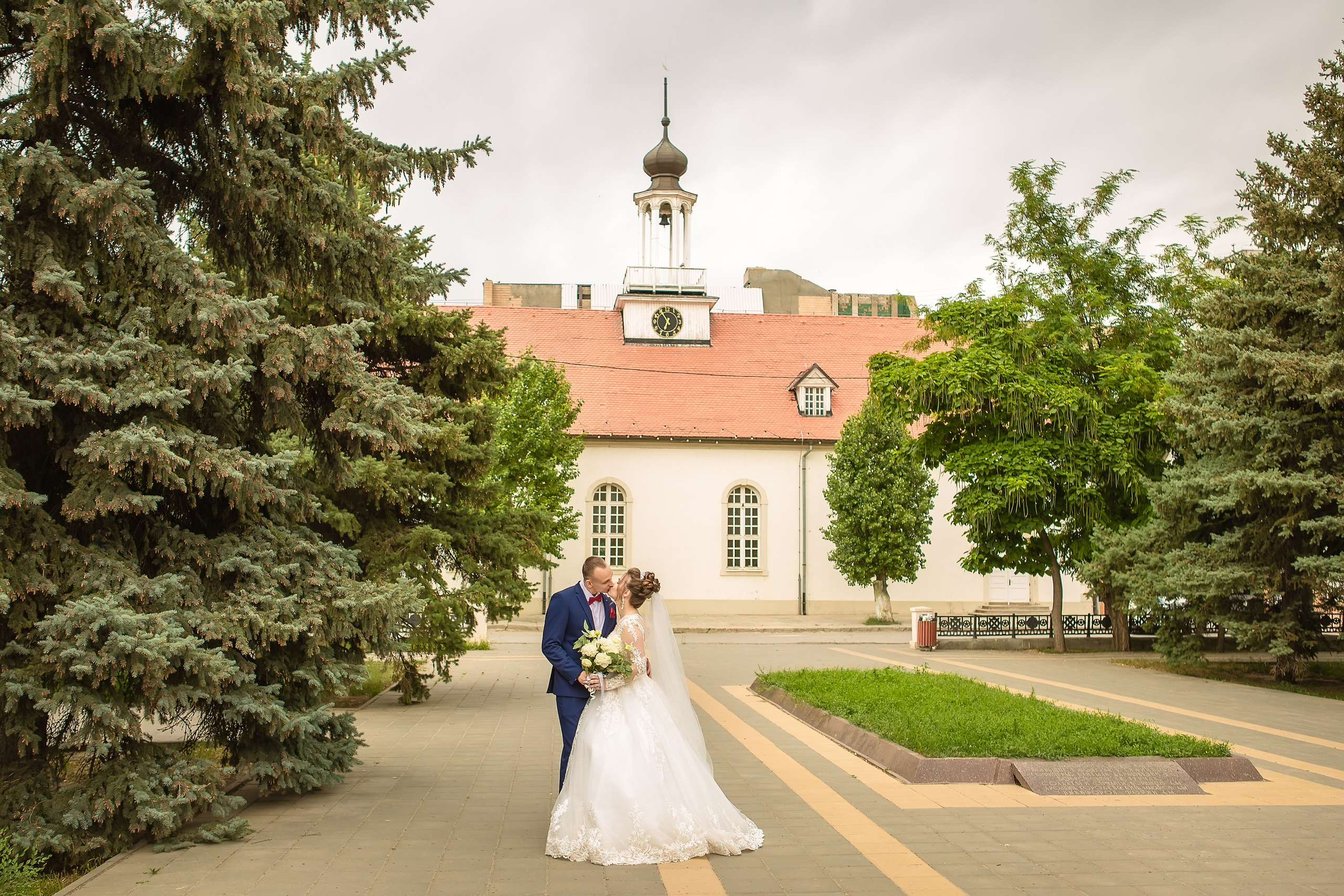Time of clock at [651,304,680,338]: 6:54
